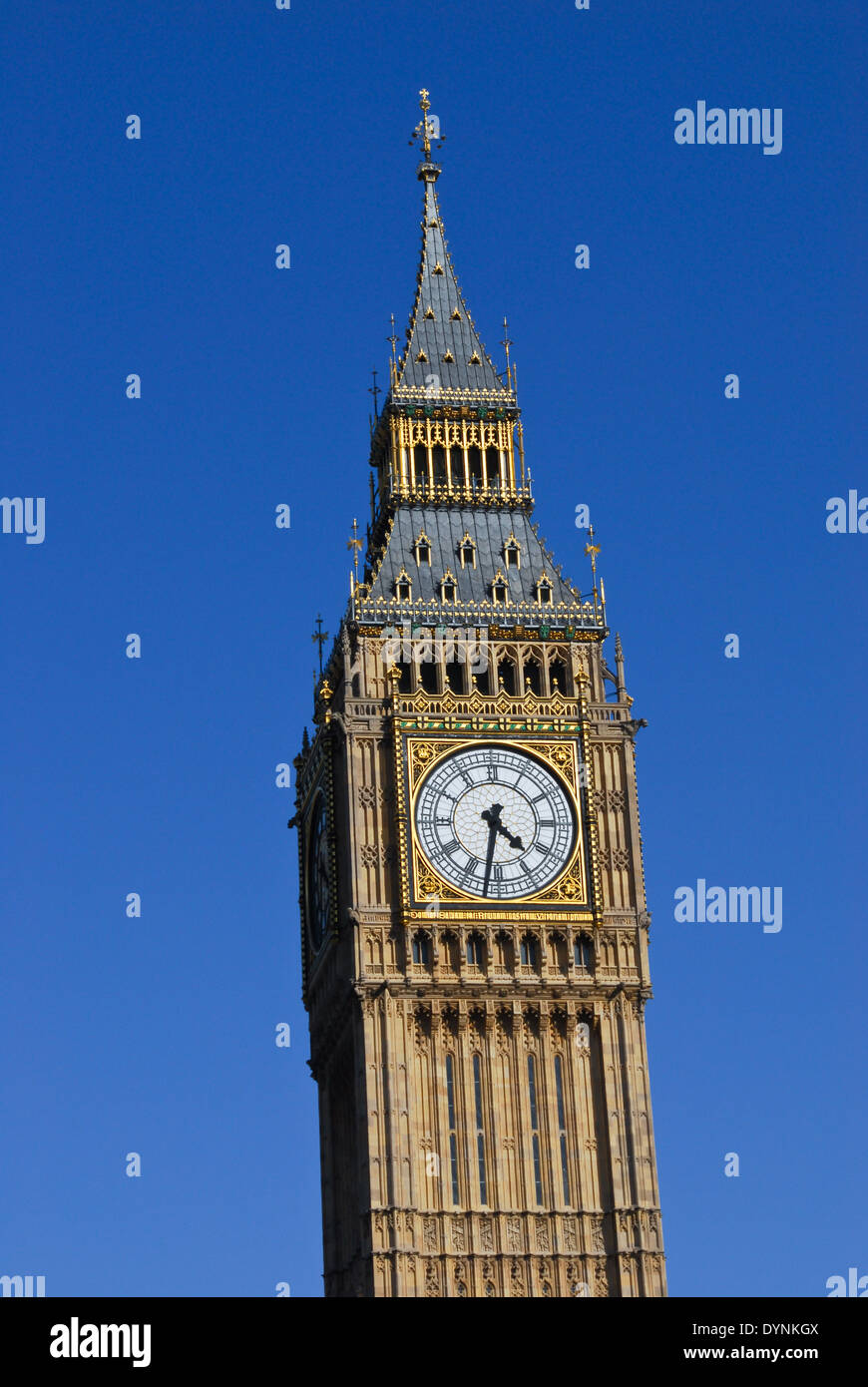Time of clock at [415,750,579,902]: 4:31
